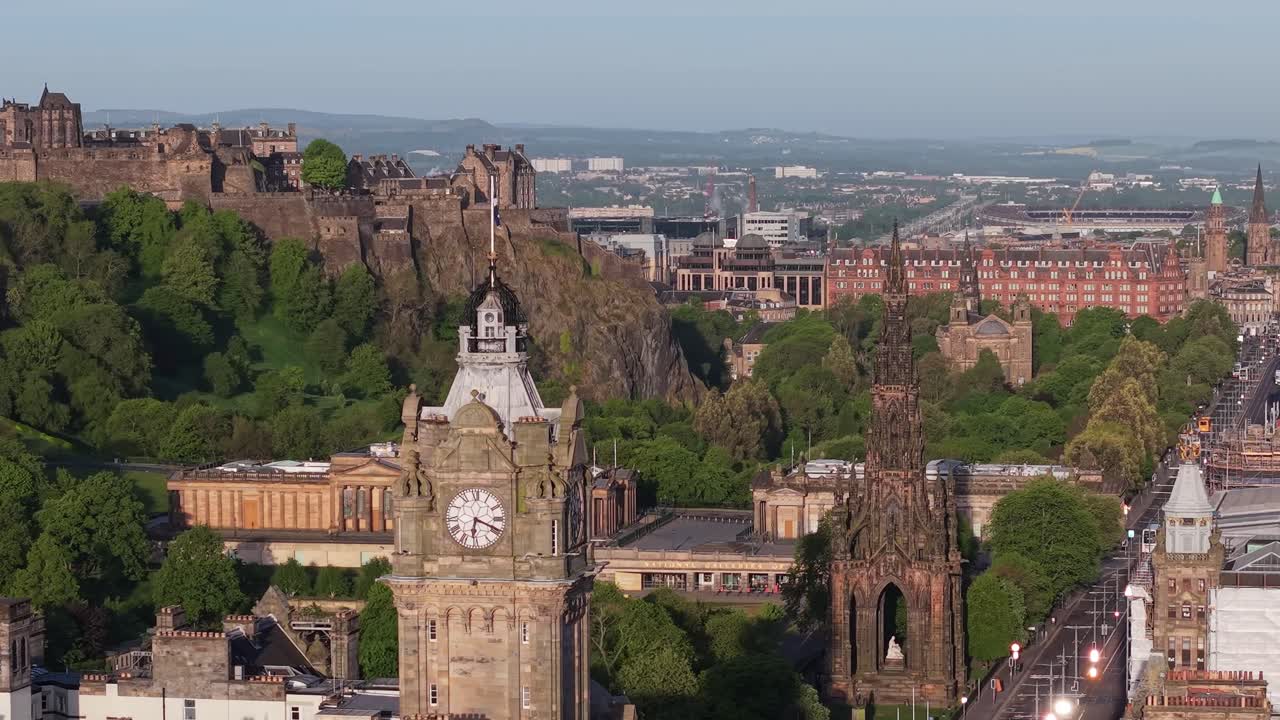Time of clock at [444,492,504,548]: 6:18
